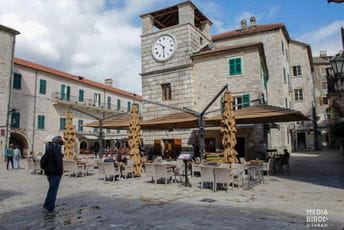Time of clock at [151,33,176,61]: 10:30
